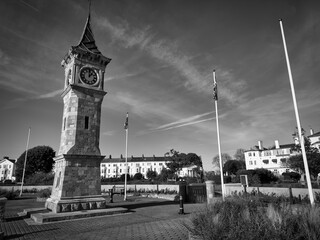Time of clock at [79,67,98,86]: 12:07
